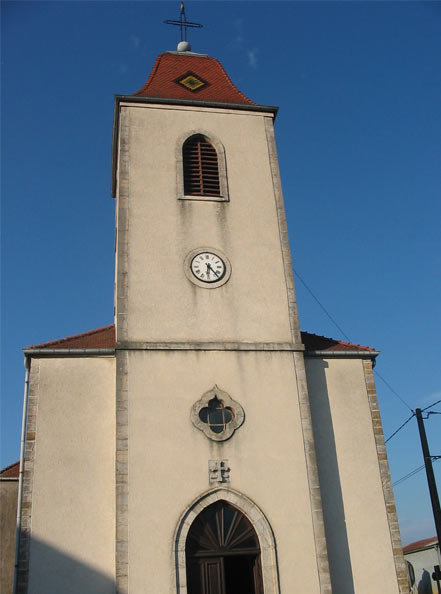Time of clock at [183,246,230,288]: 6:23
